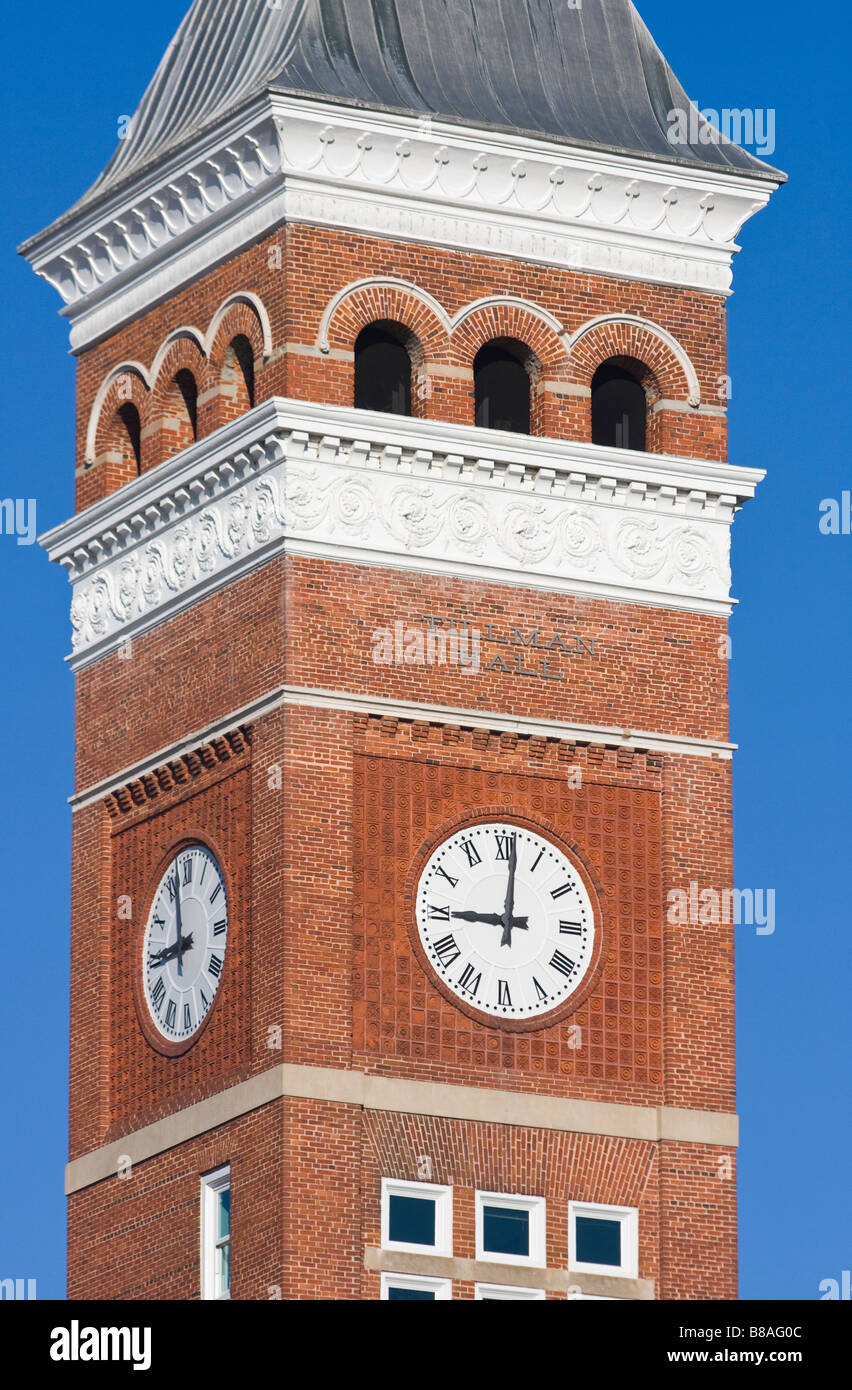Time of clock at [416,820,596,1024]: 9:01
